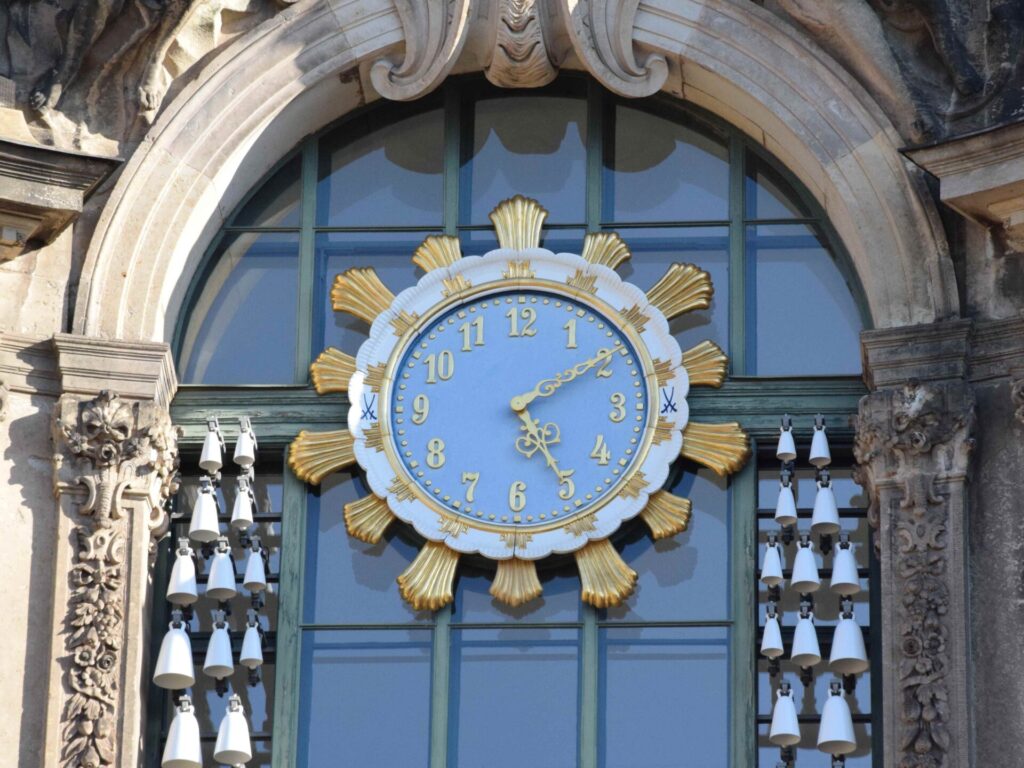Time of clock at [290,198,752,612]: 5:10
